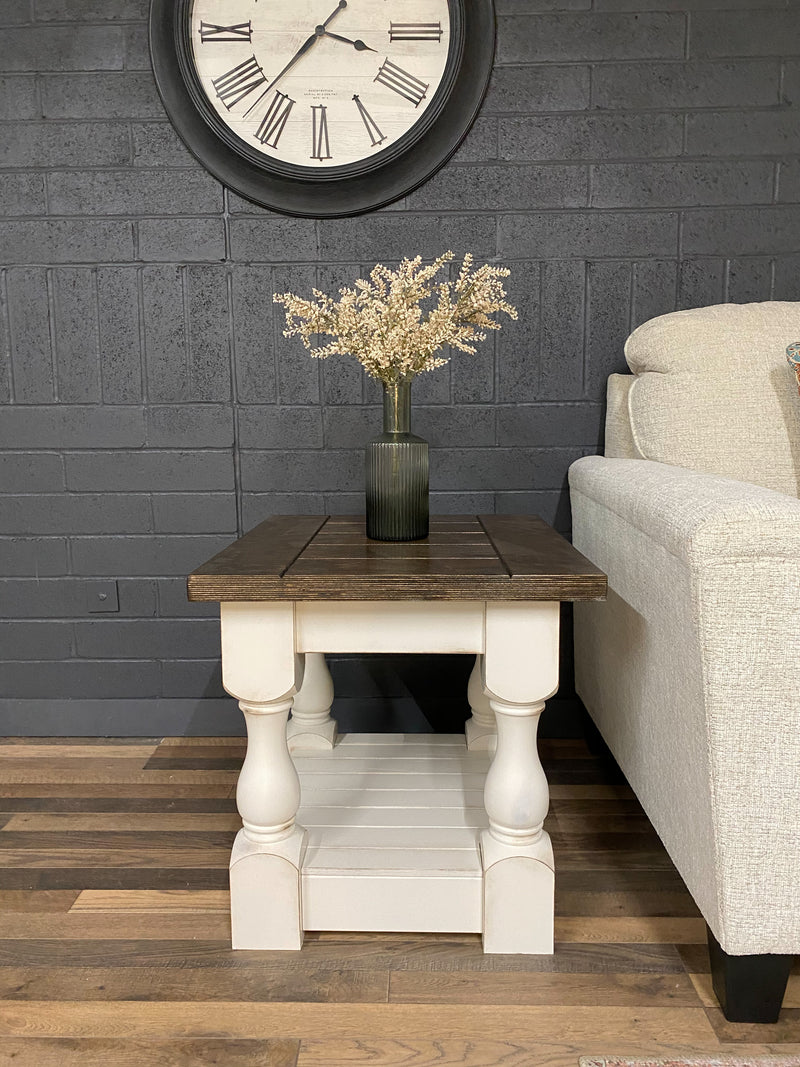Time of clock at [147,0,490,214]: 3:37
